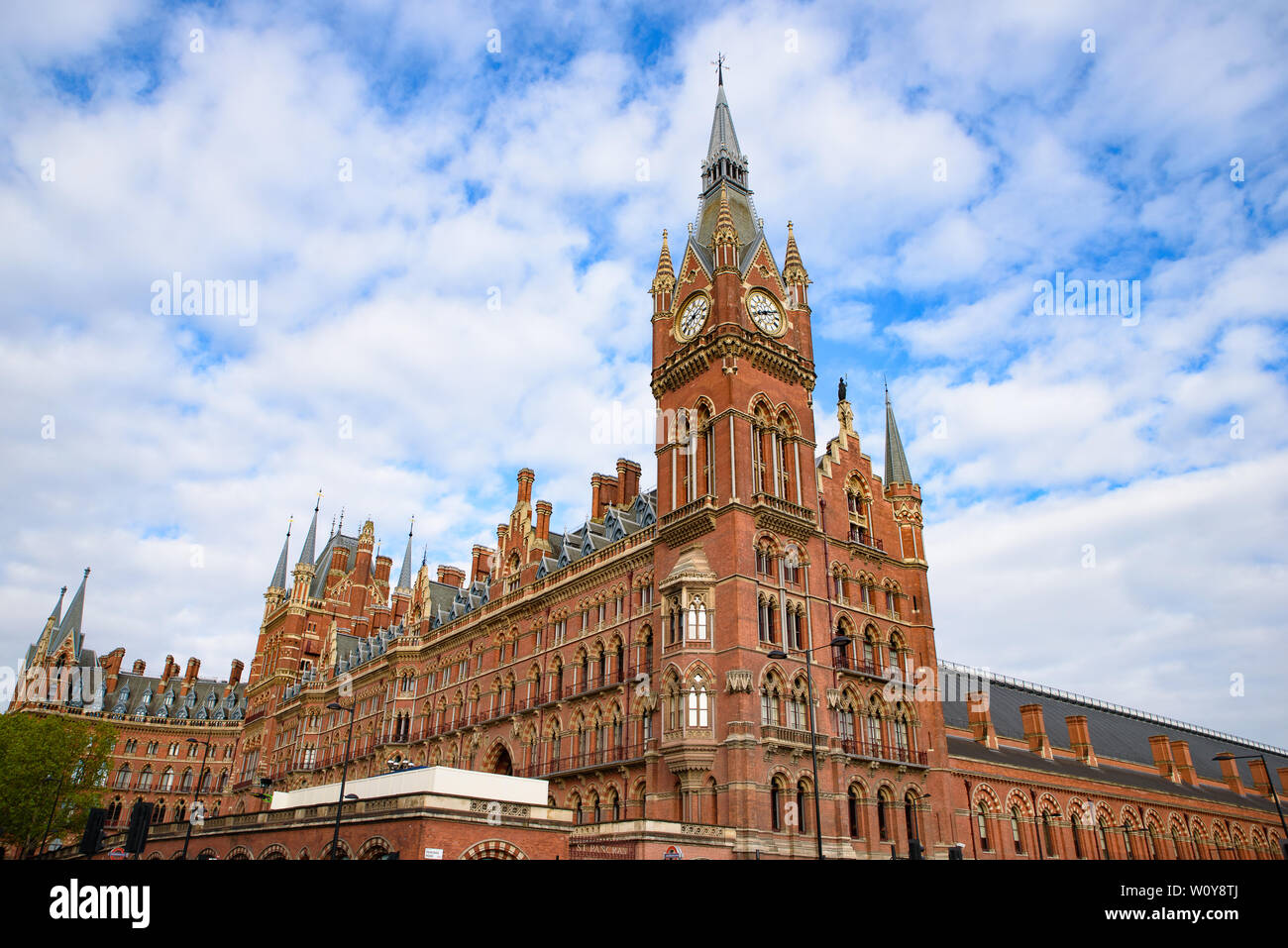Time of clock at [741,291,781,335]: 8:11
